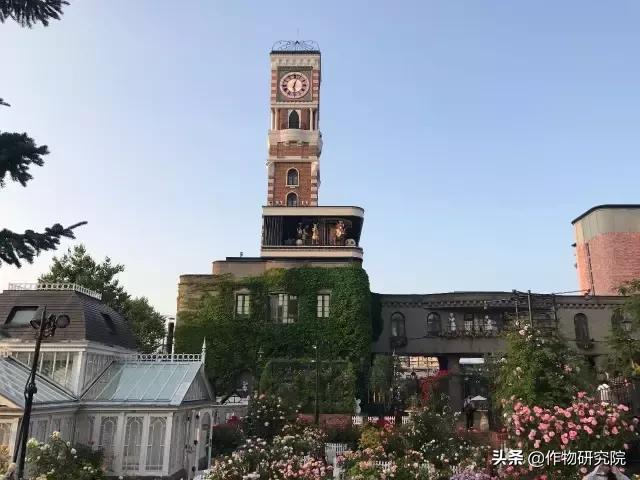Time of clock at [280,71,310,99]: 12:28
